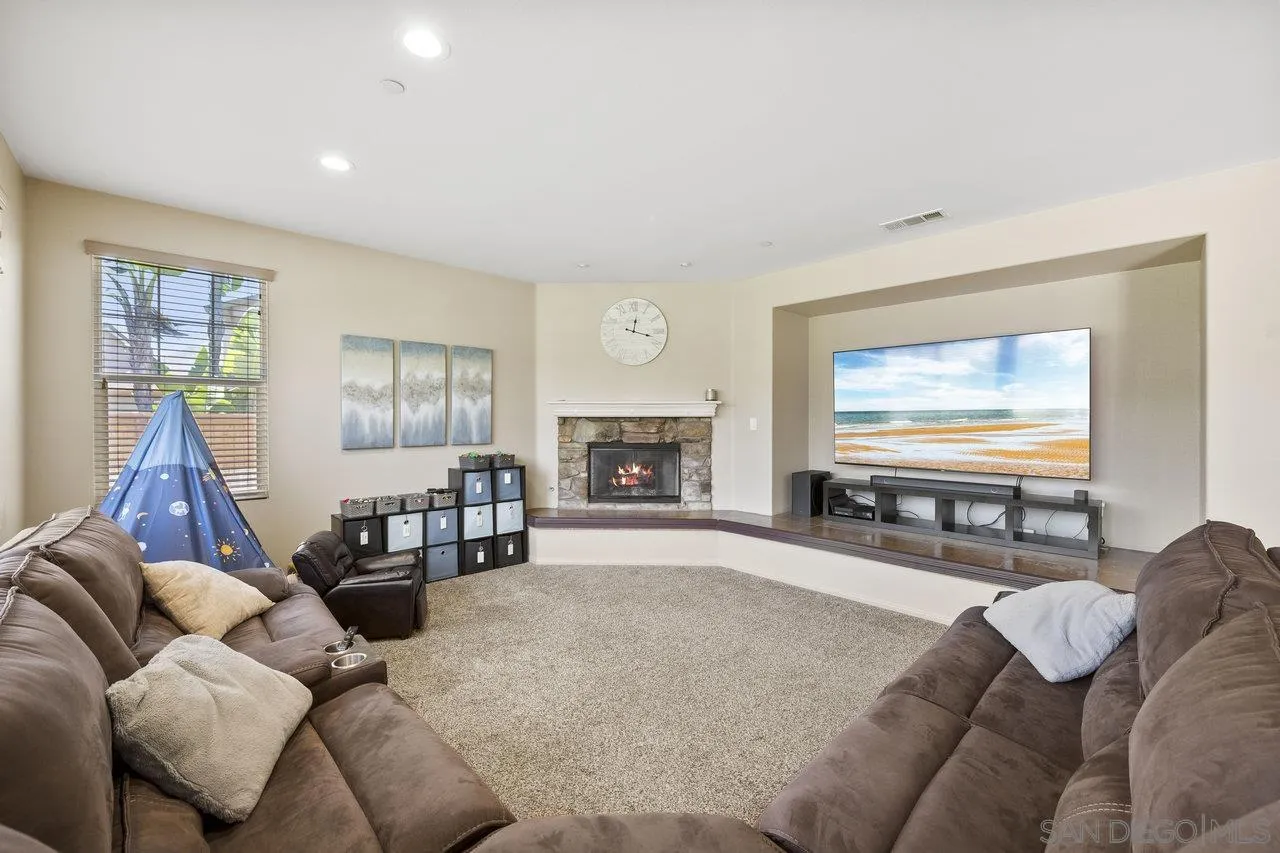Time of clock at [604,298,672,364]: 12:17
